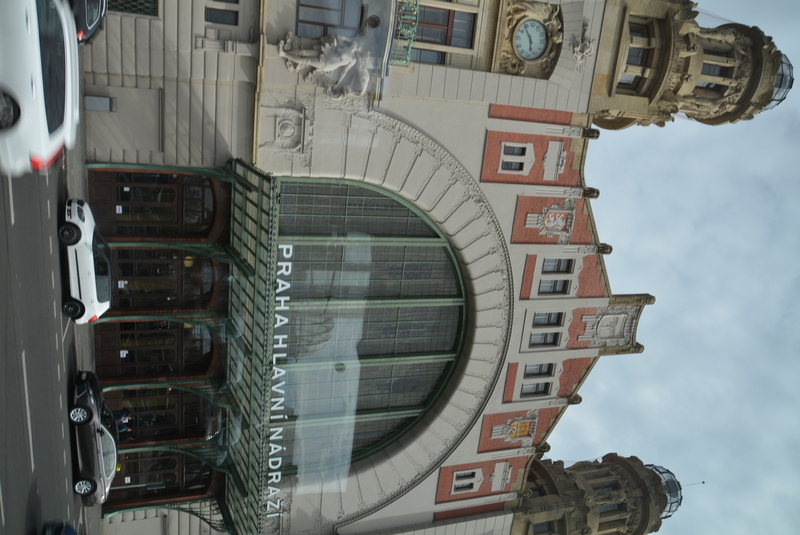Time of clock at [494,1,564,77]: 5:54
